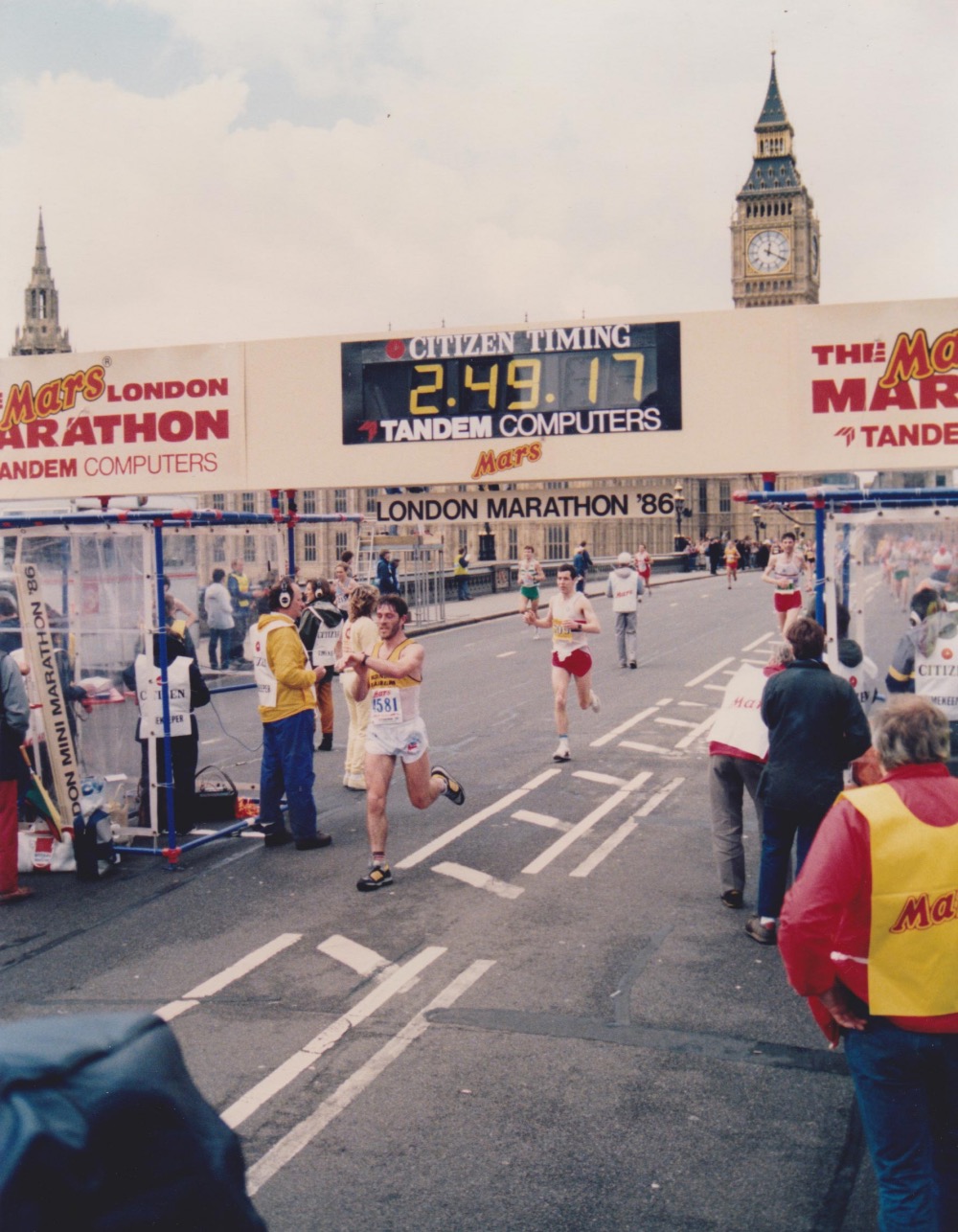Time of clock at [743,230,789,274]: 12:19
